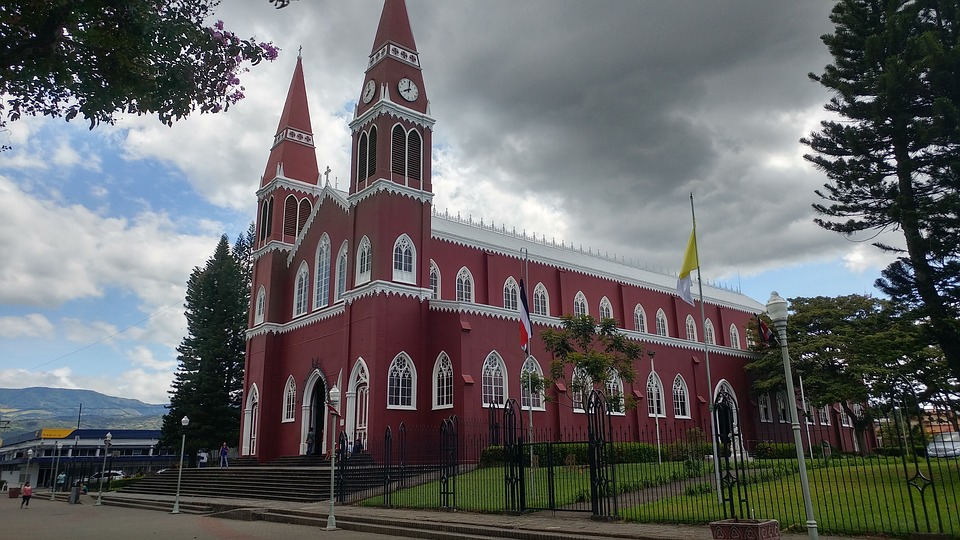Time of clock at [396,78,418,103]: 8:01
